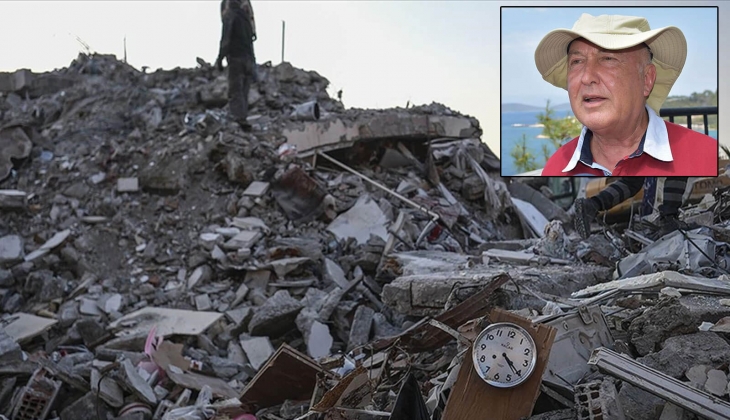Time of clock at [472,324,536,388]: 4:20
